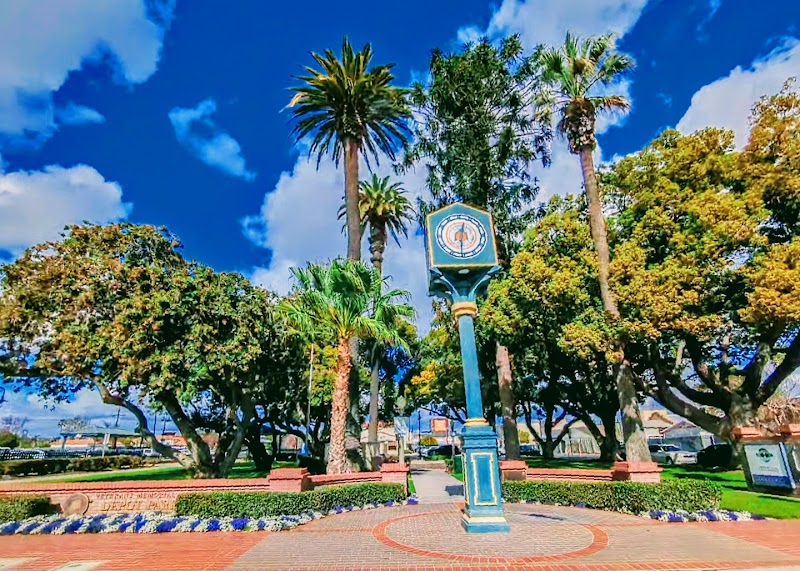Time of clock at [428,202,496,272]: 12:30
